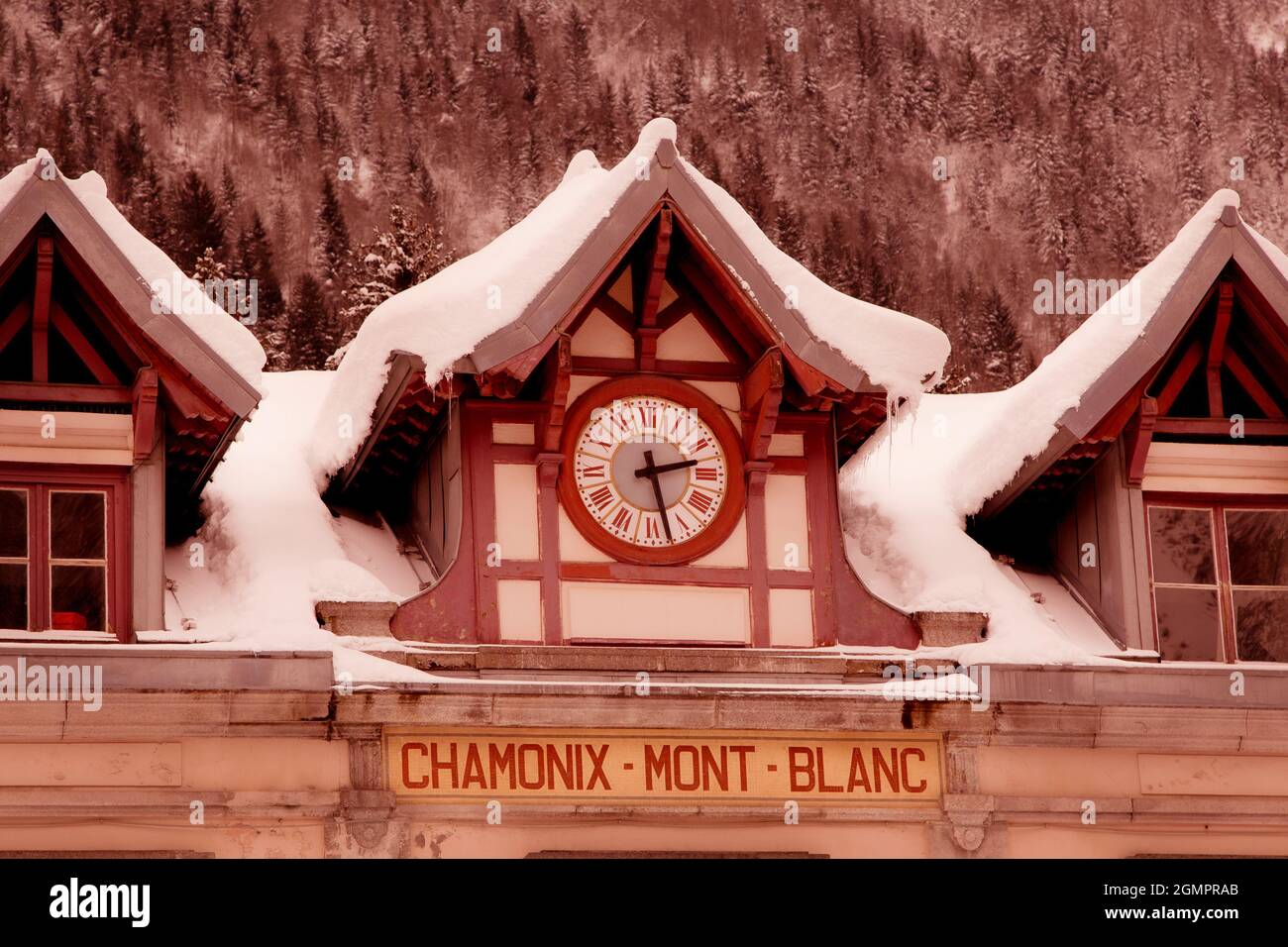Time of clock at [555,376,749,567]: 2:27
